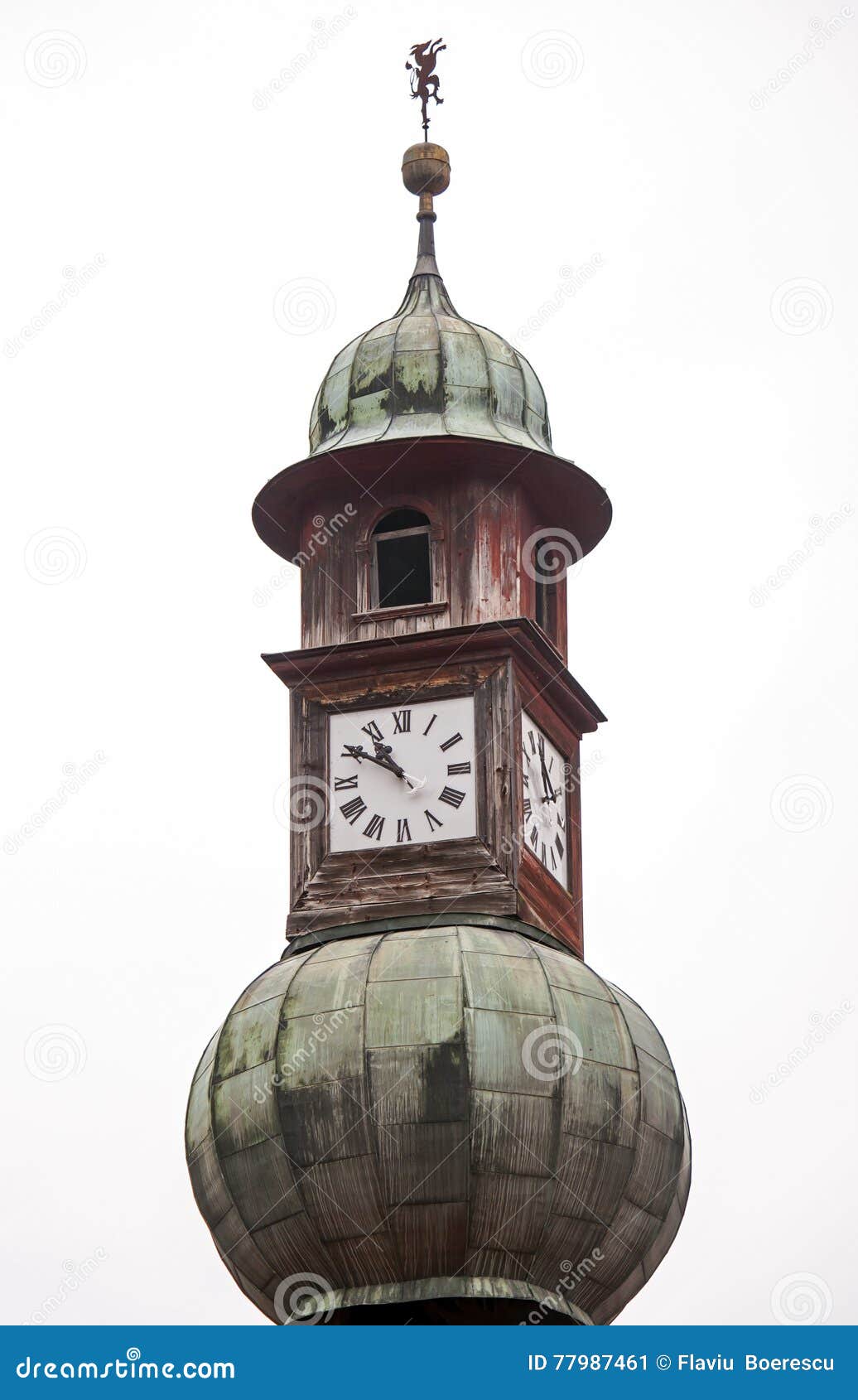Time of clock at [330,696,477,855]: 10:50
